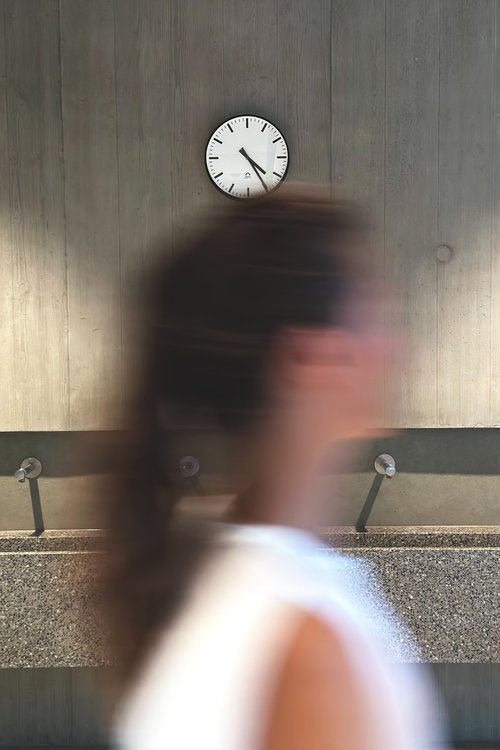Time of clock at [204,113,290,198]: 4:24
